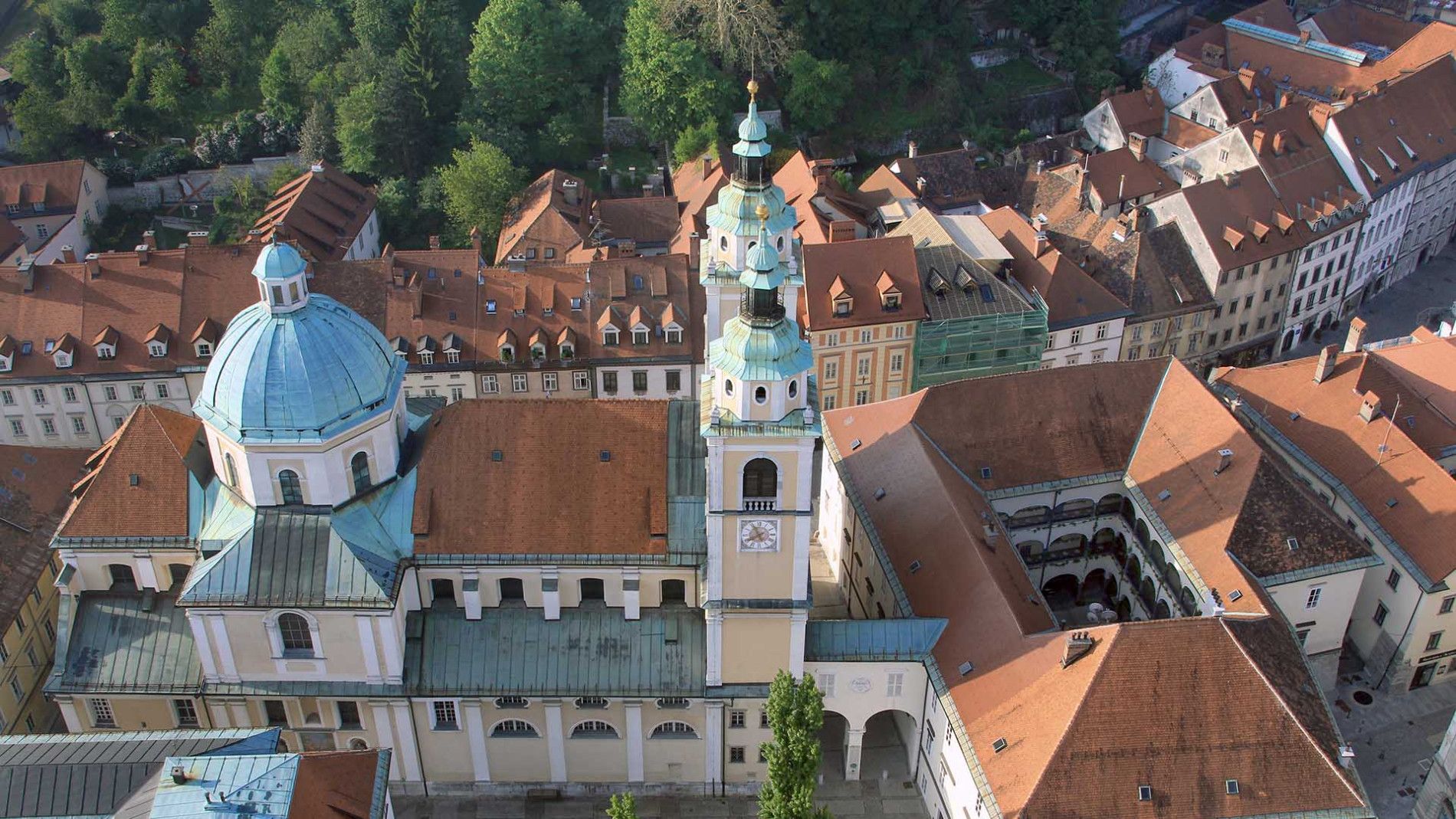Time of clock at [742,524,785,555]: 7:55
